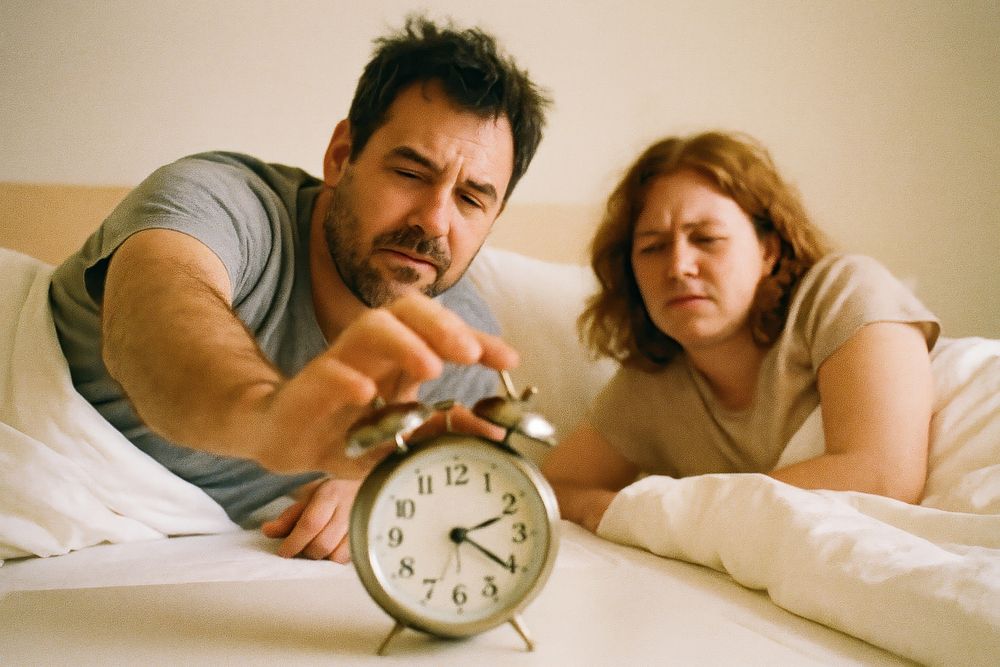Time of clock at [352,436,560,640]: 2:20
